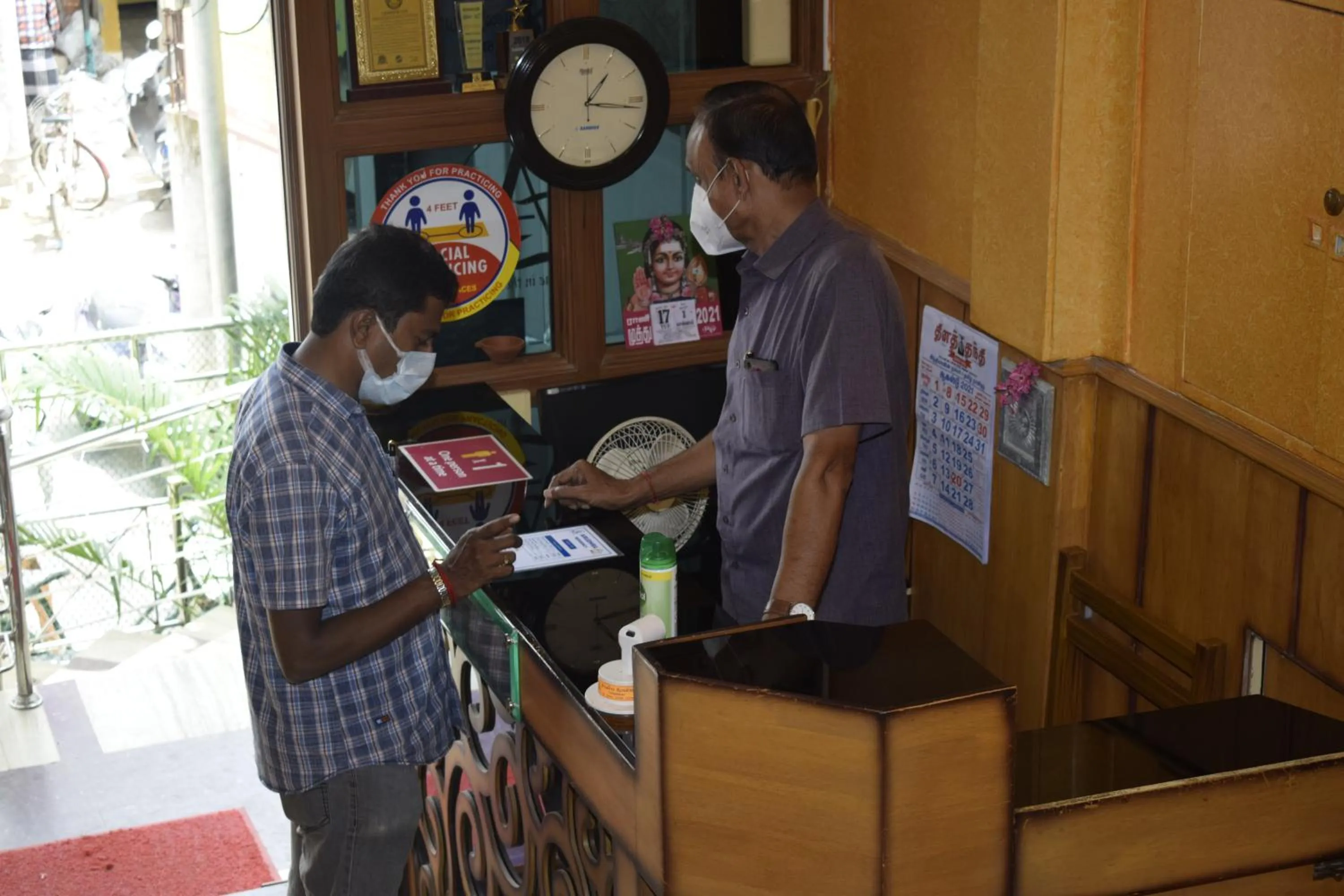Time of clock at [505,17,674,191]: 1:16
